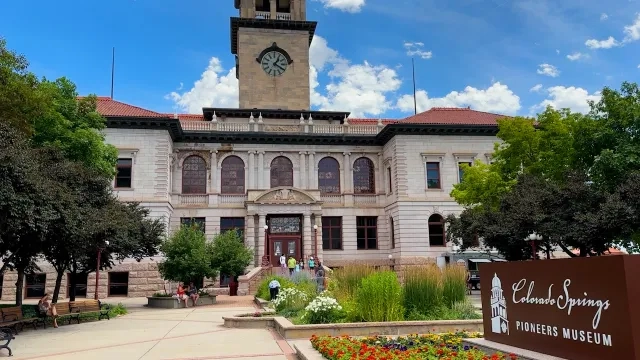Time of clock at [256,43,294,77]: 1:20
